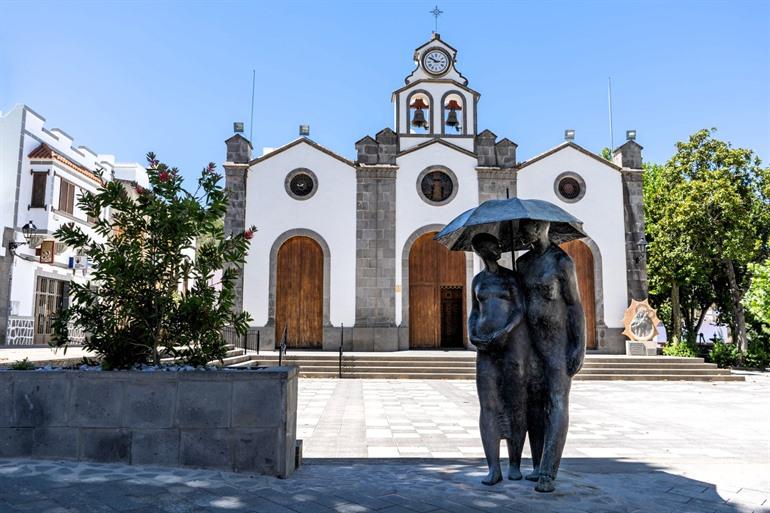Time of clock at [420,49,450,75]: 2:50
